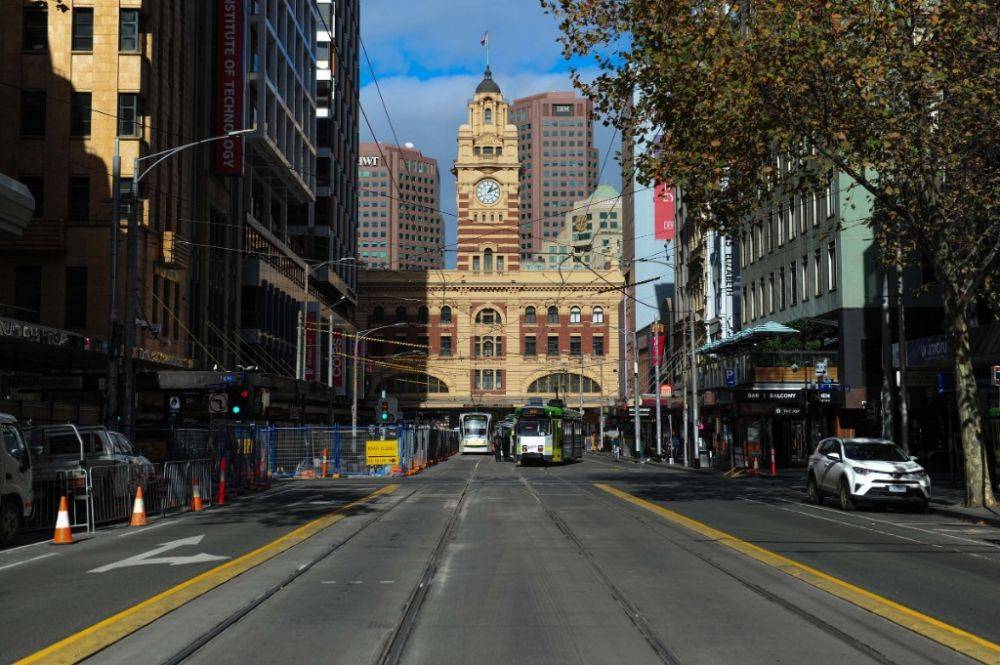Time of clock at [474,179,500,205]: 1:11
